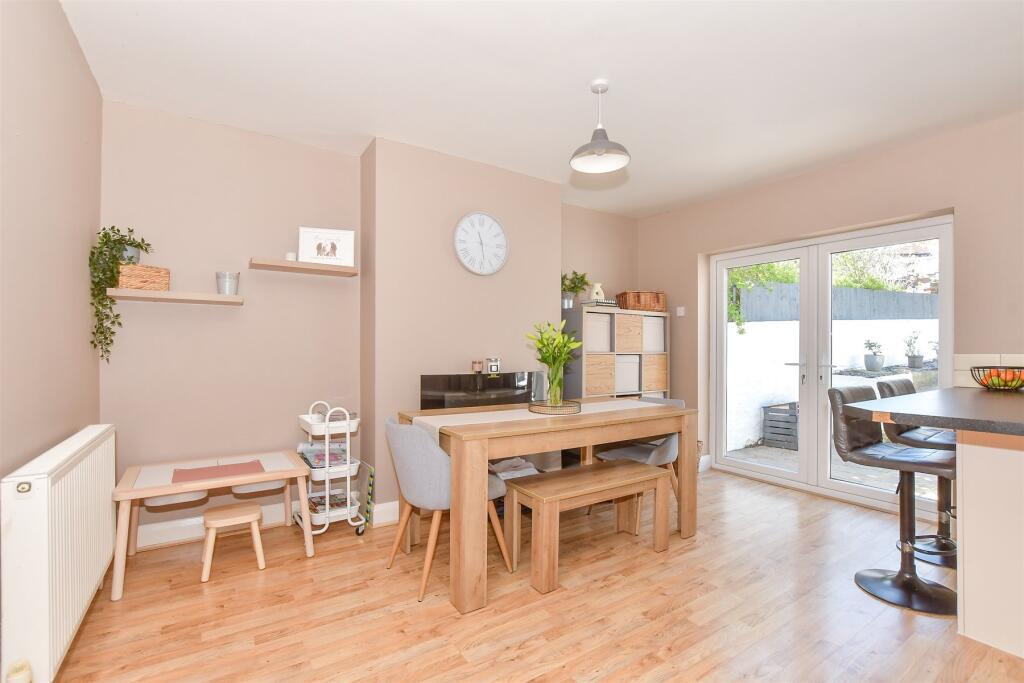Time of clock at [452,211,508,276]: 11:28
